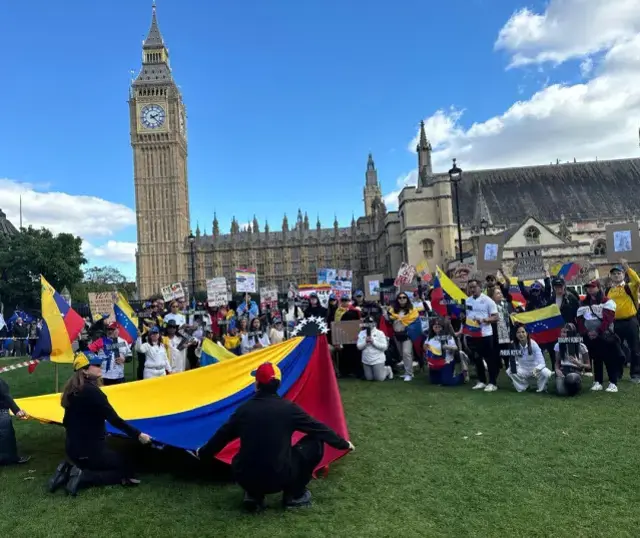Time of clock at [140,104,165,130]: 2:22
